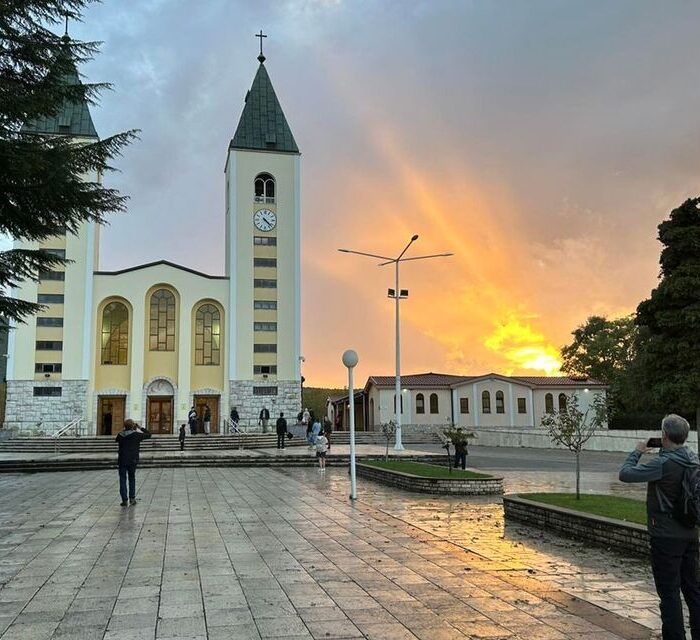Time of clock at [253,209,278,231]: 4:22
